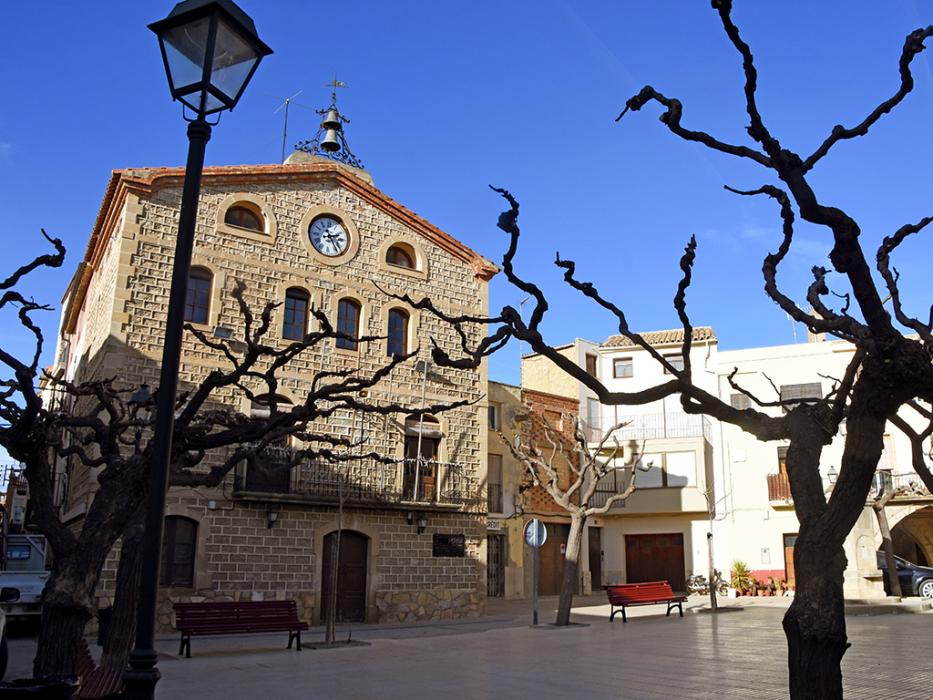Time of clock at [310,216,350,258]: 2:24
